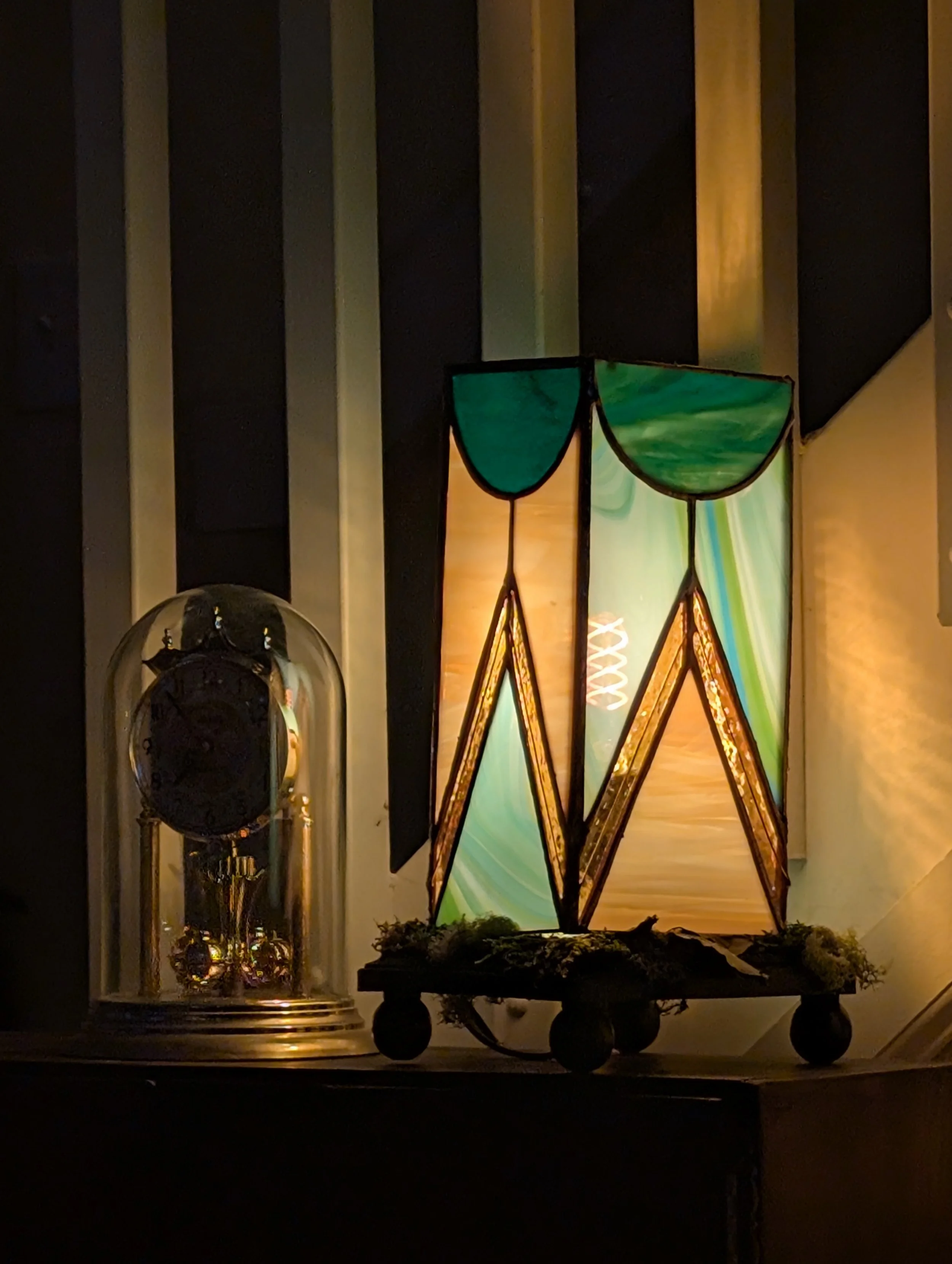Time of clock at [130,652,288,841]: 7:52
